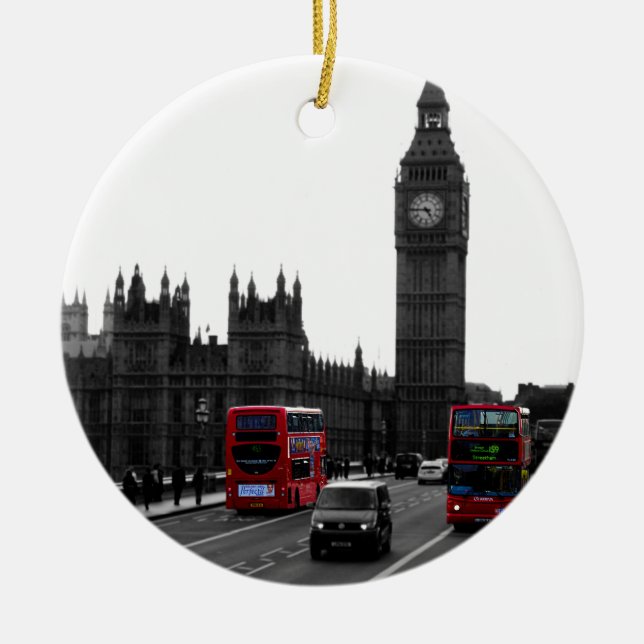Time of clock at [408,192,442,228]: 4:45
